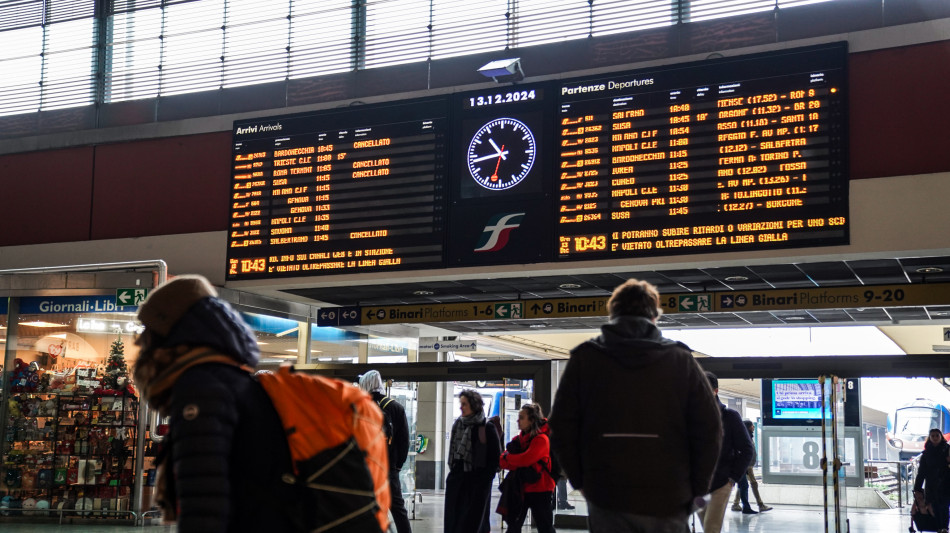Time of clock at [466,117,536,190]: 10:43
